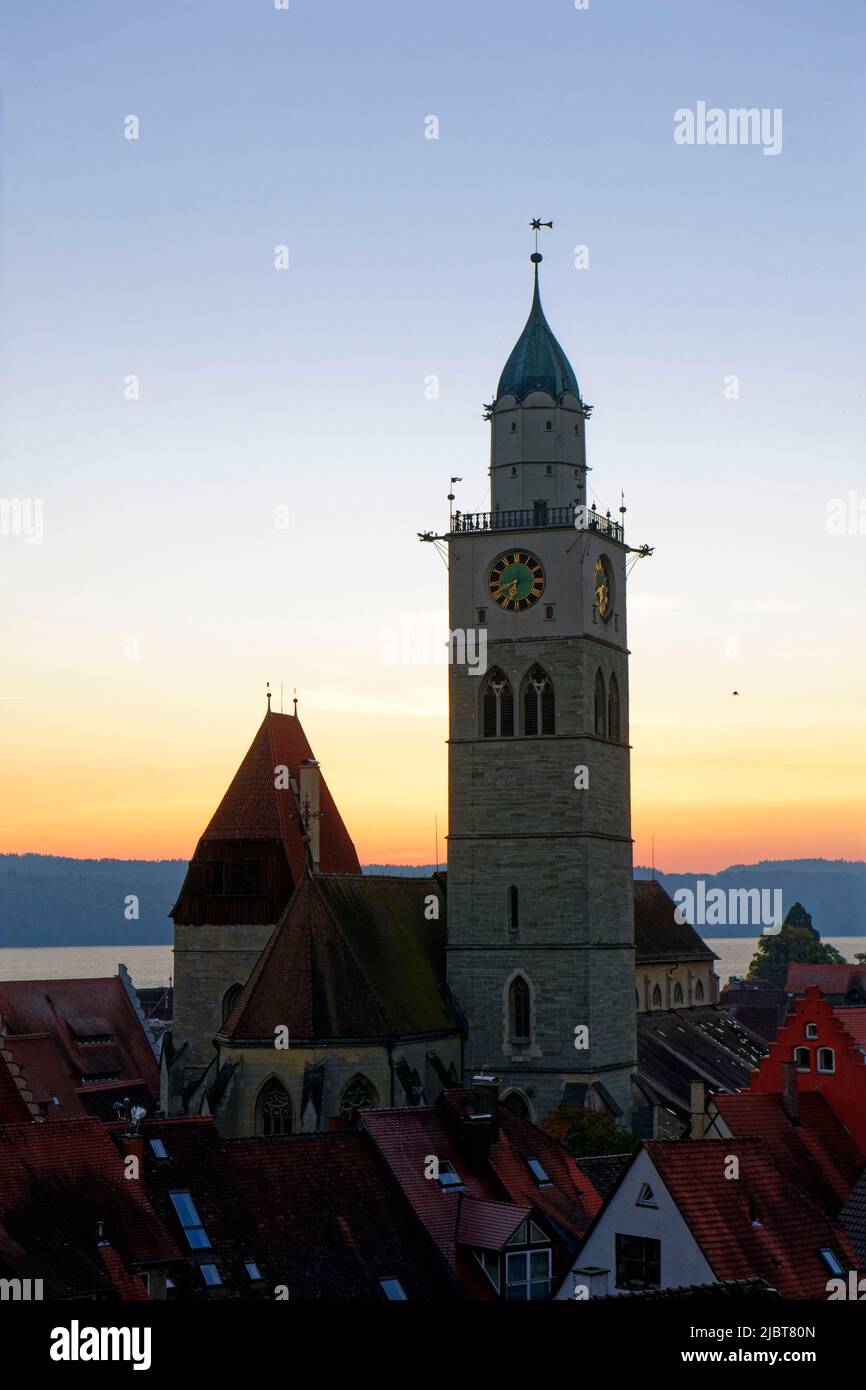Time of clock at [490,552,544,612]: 6:40
